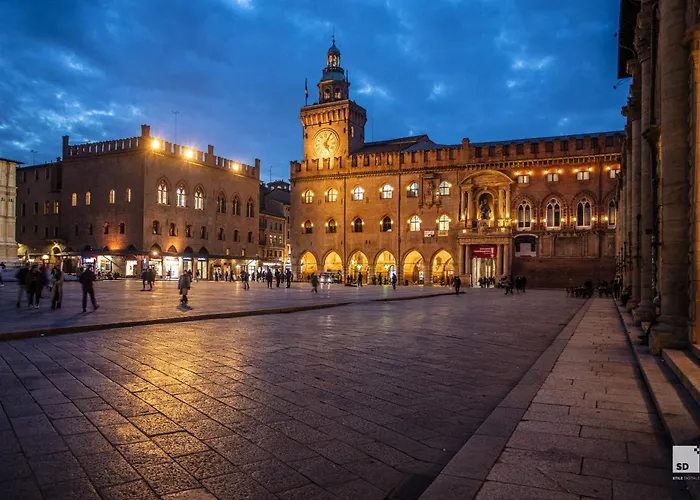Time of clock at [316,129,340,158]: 5:04
